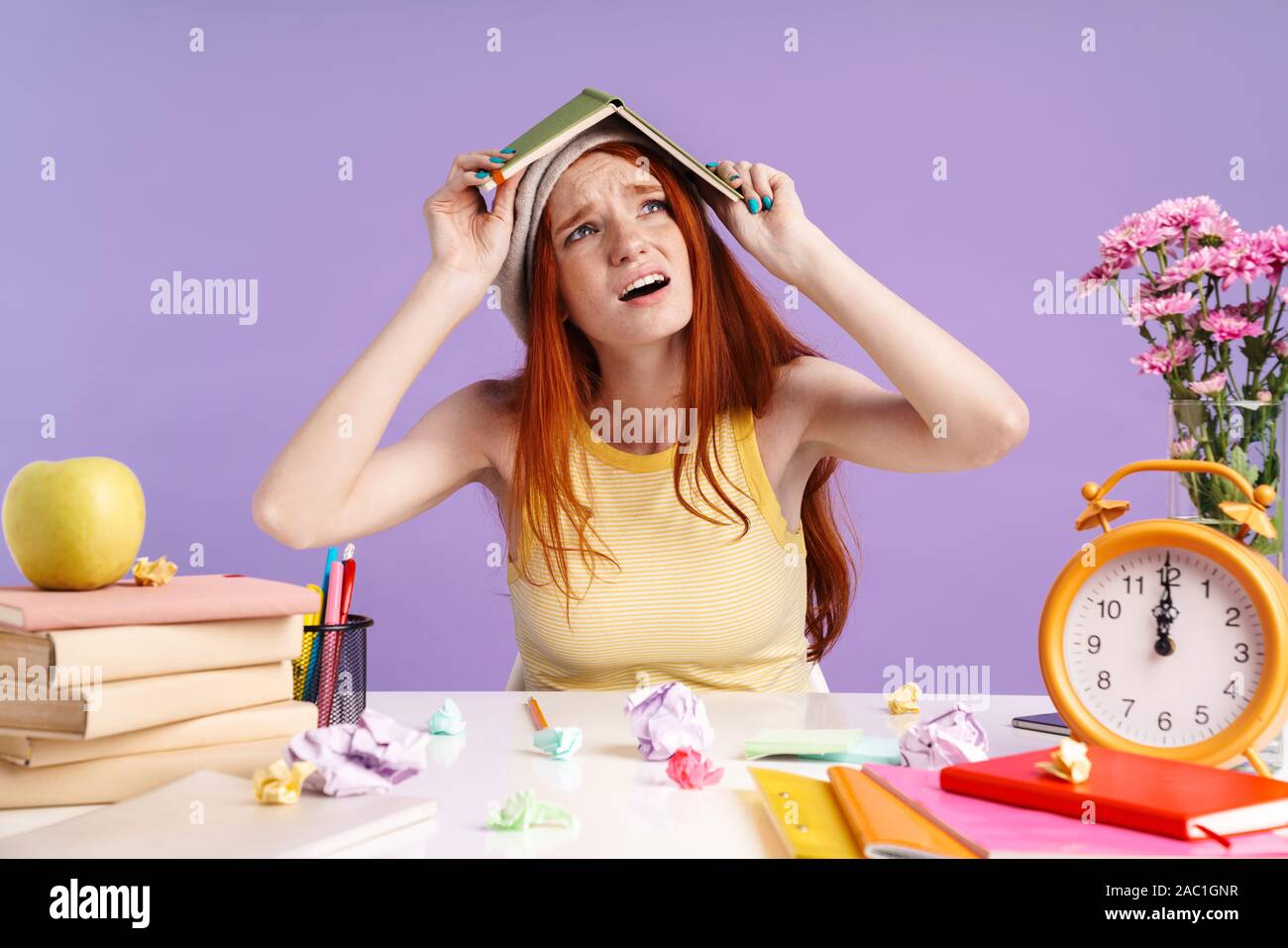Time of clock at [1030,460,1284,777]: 12:00
